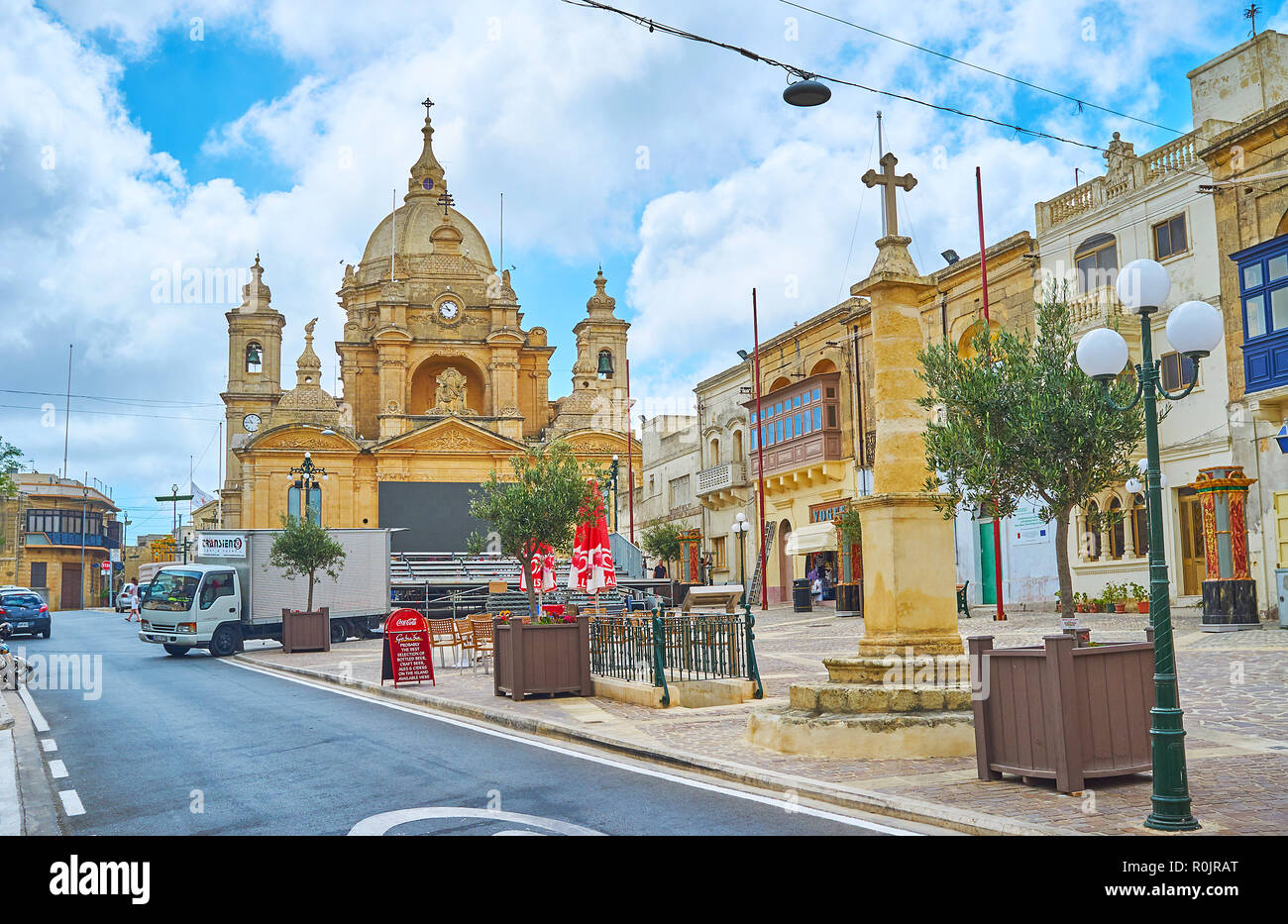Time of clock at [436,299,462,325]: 10:47
